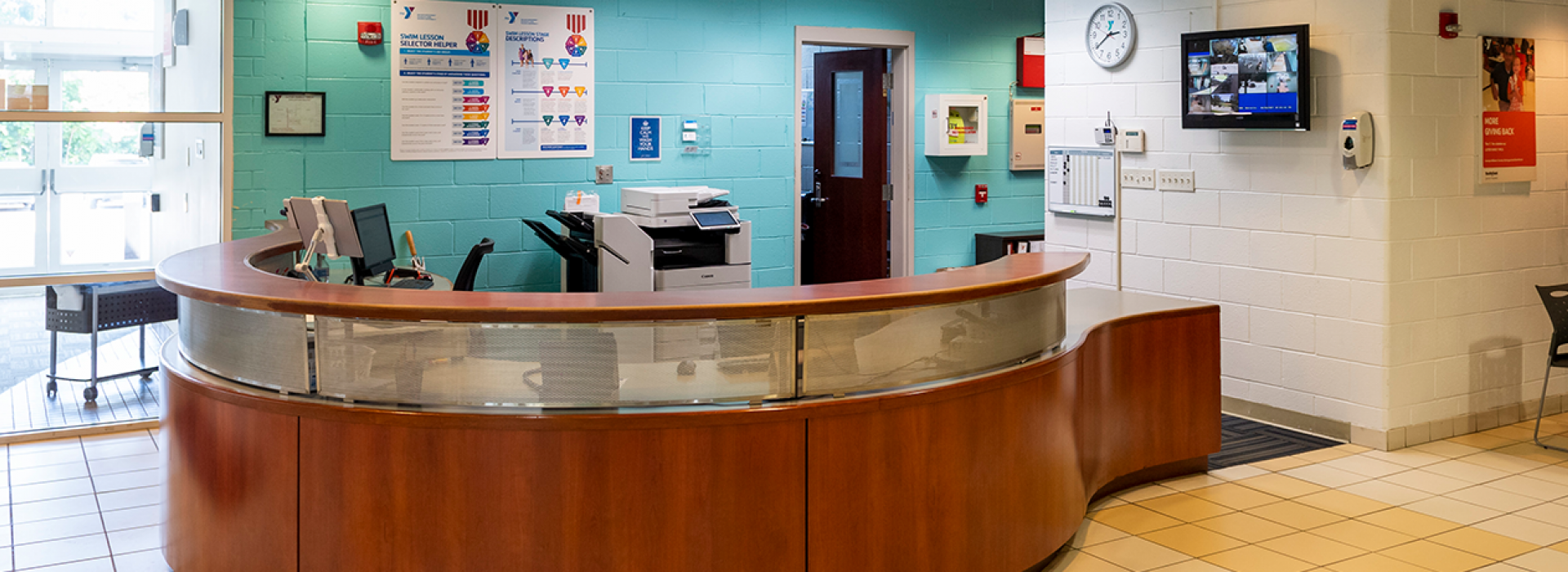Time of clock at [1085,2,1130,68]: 2:38
